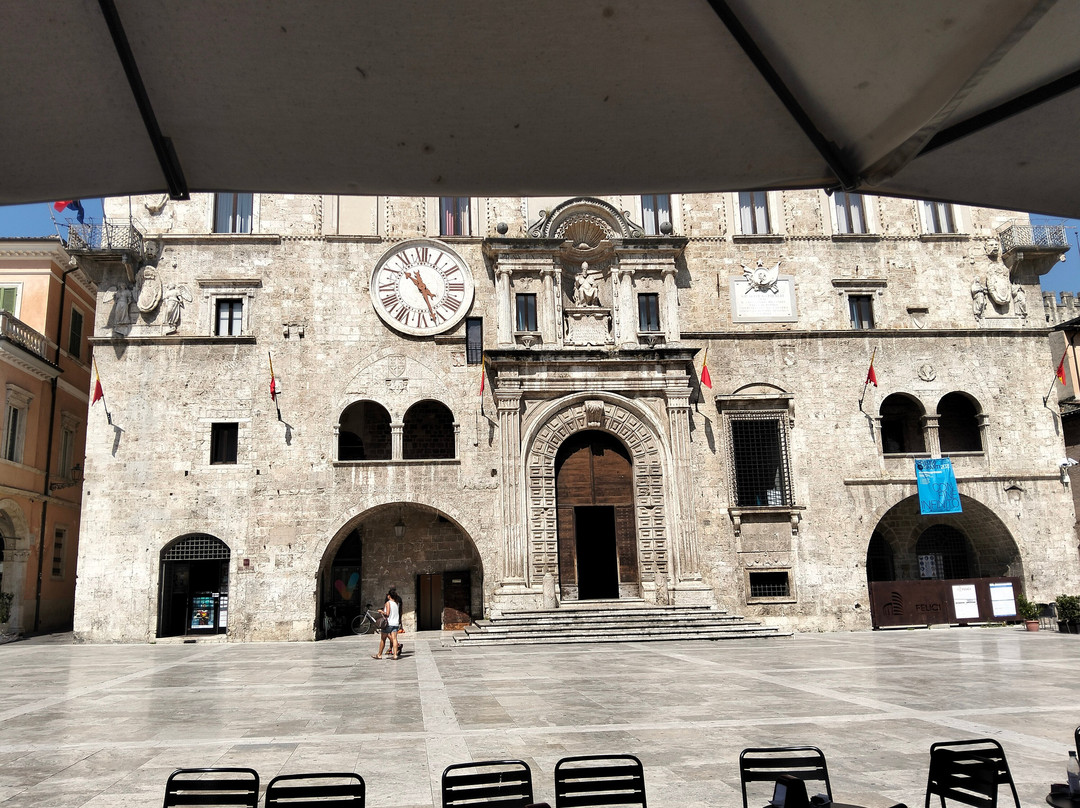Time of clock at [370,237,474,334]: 4:26
